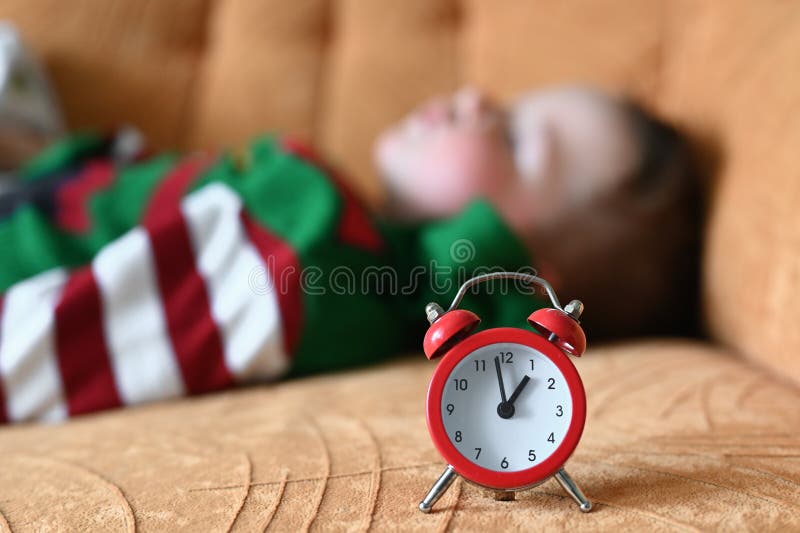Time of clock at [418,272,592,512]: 12:58
